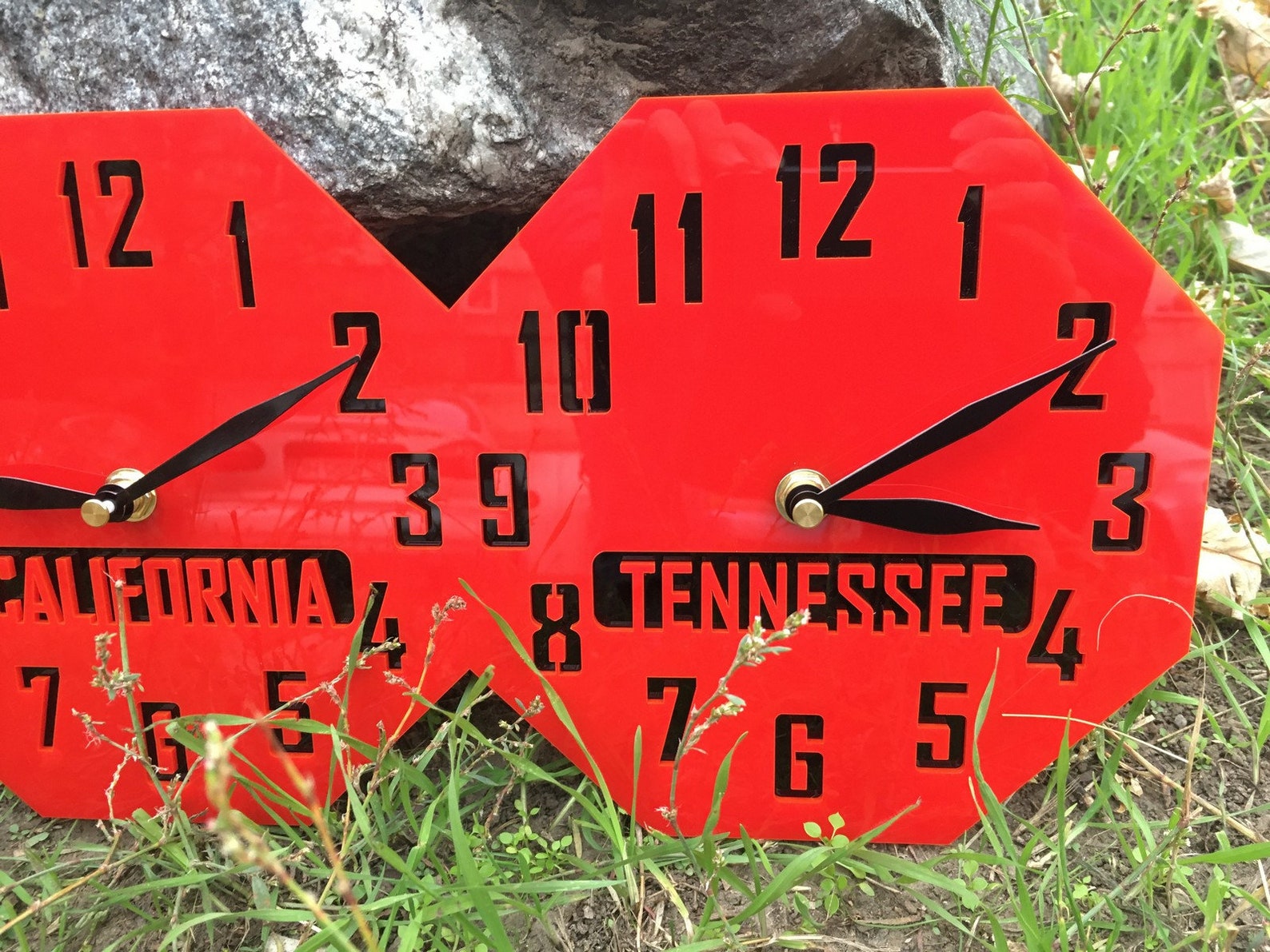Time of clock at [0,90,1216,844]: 3:10
